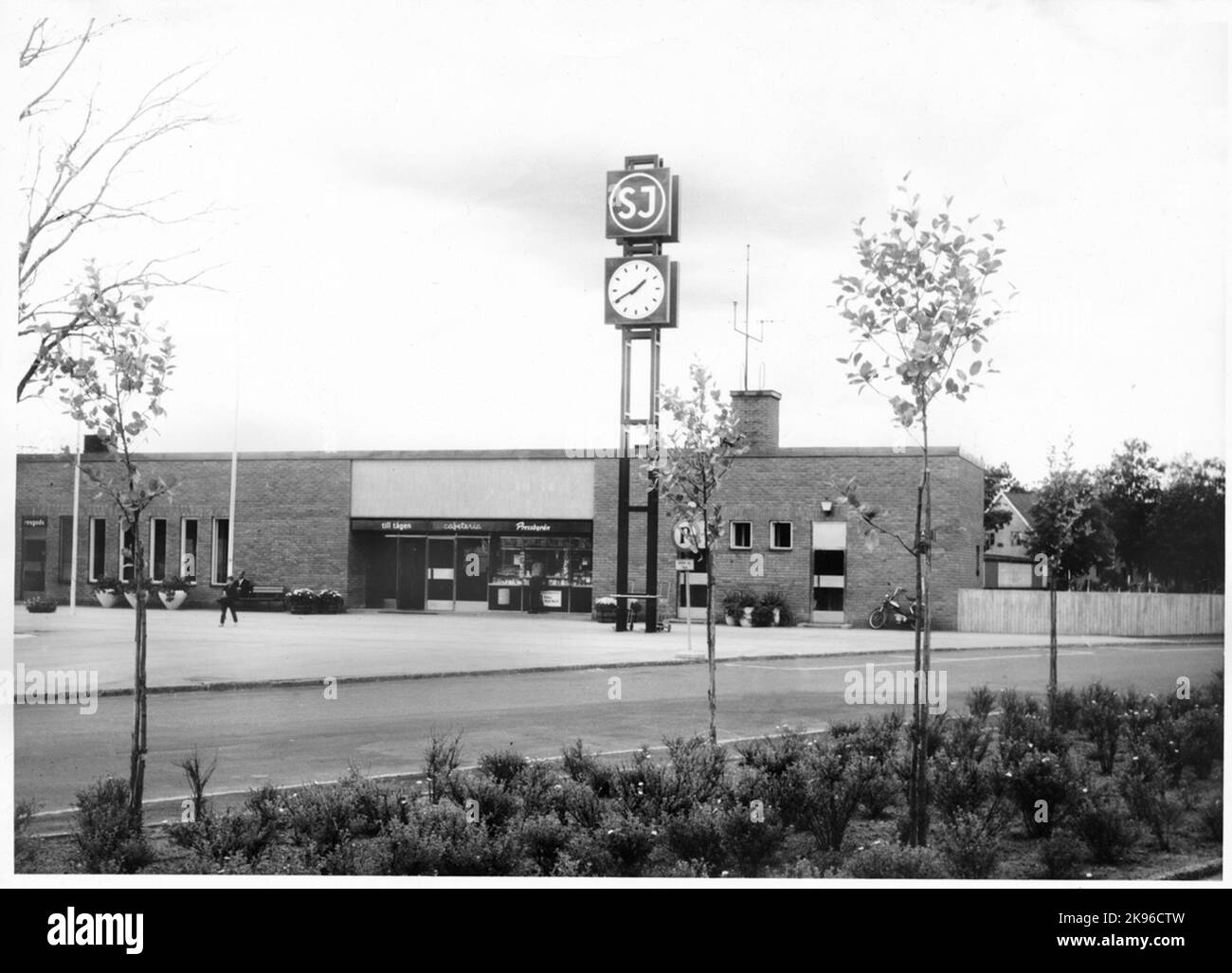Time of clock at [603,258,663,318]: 1:40
